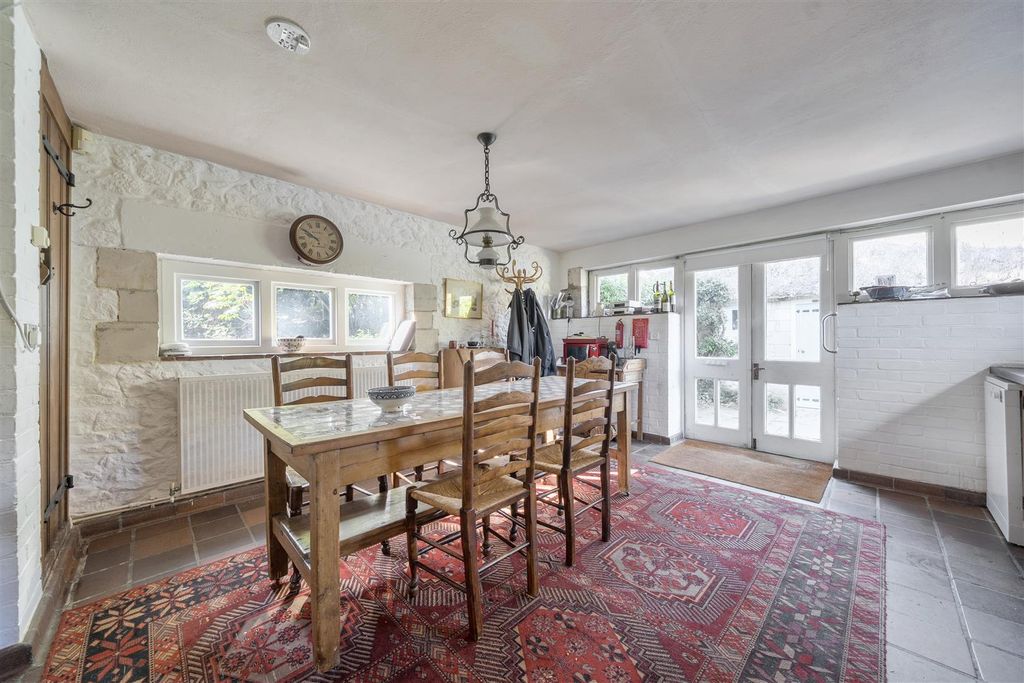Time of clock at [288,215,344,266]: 9:50
